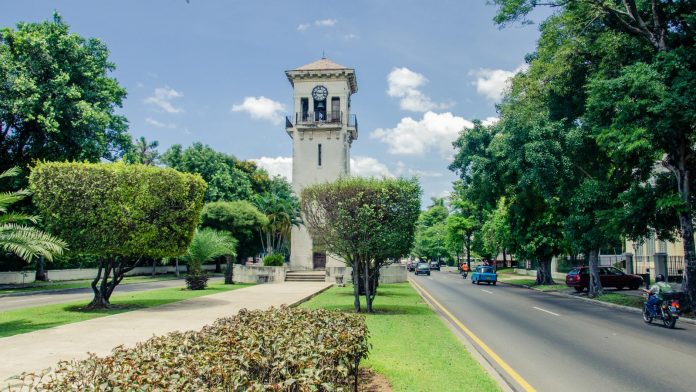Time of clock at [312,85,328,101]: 9:14
